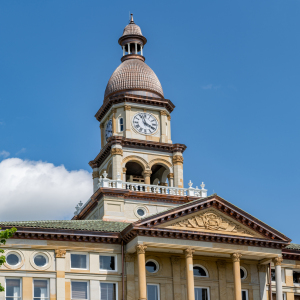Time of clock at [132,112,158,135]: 3:57
